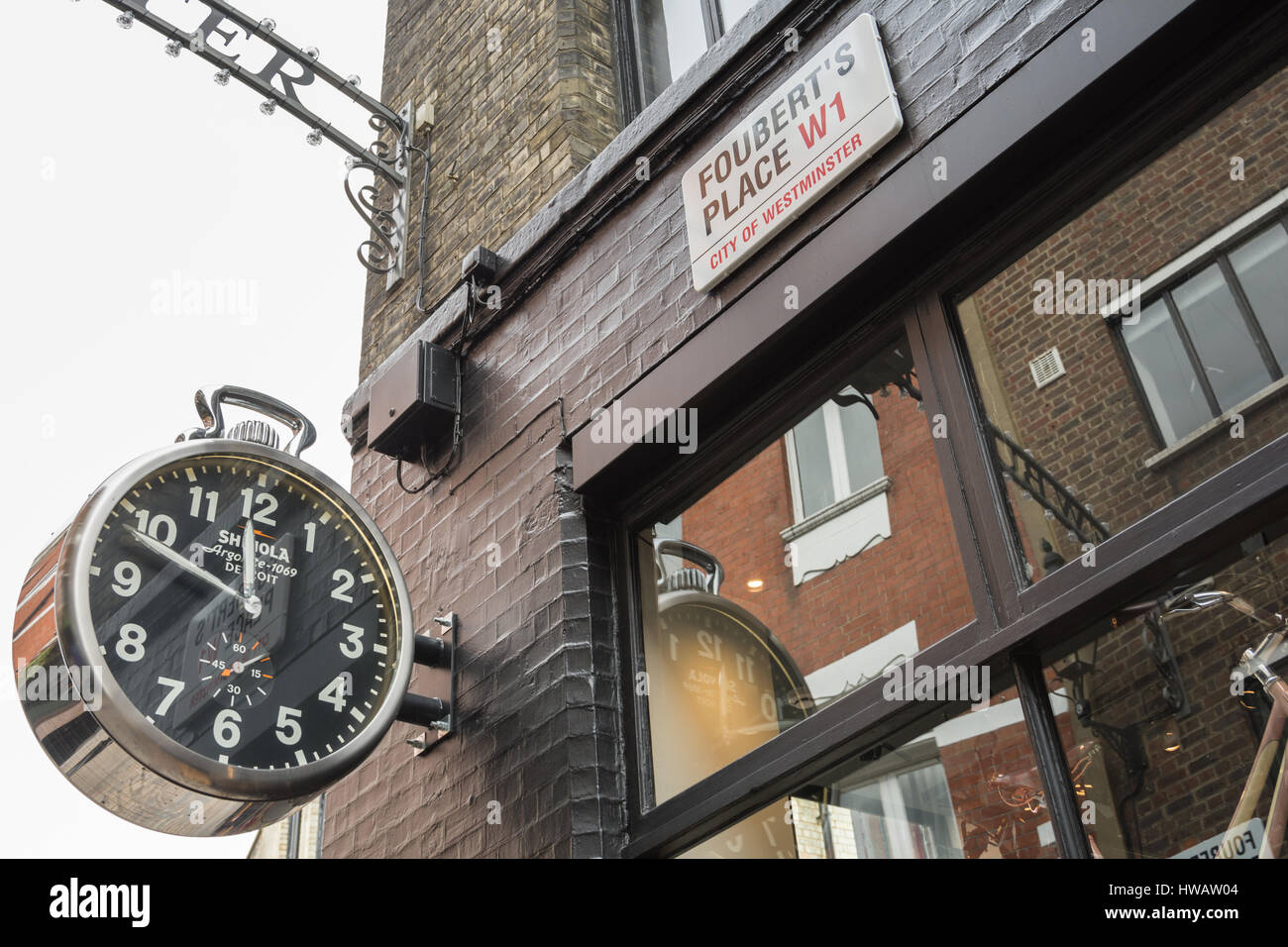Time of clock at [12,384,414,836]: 11:48
